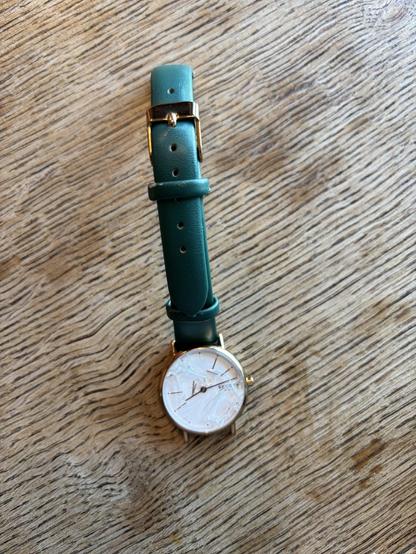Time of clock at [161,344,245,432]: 8:12
